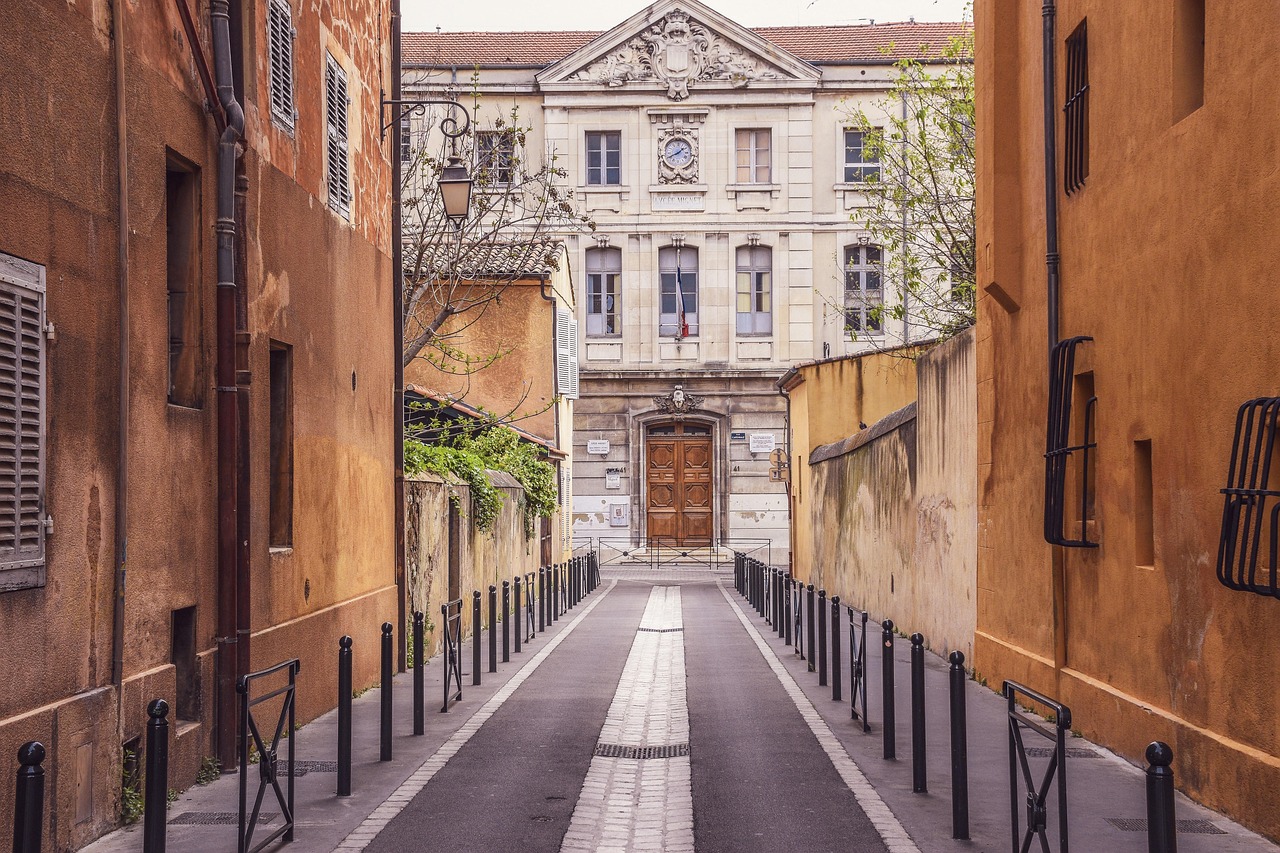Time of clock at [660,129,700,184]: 1:40
